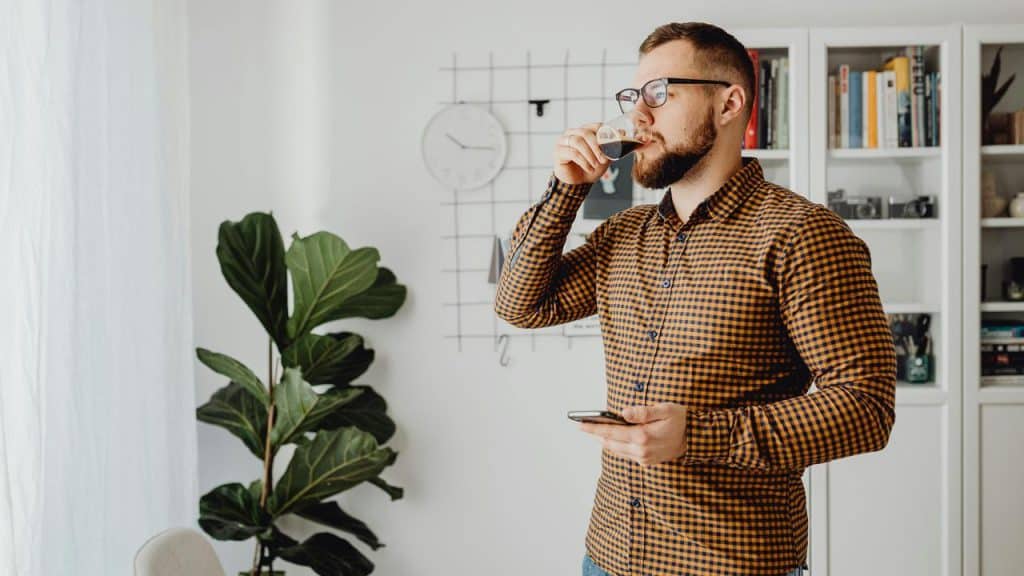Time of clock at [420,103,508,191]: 10:15
